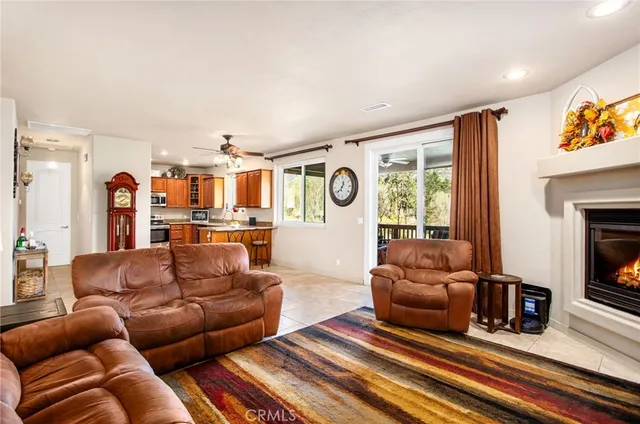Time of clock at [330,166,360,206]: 12:38
